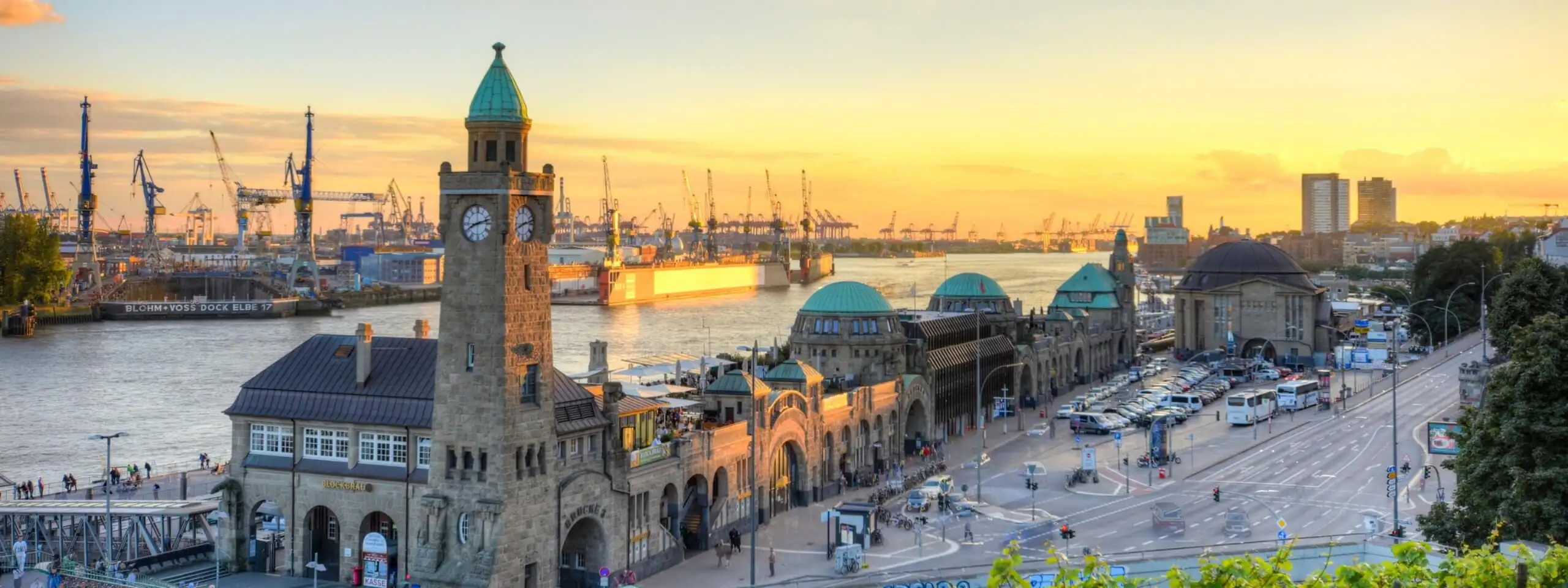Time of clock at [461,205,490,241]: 8:12
